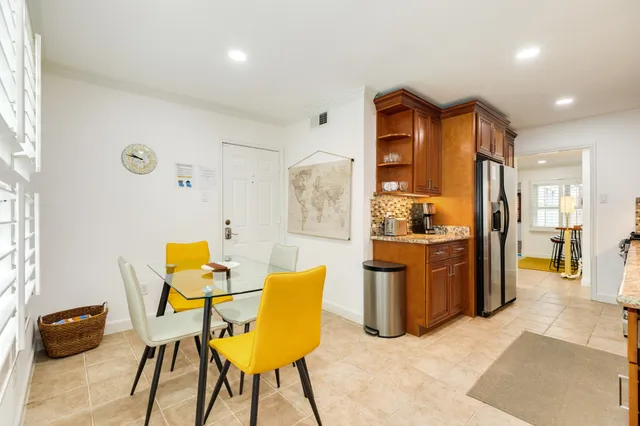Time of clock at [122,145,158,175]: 9:47
